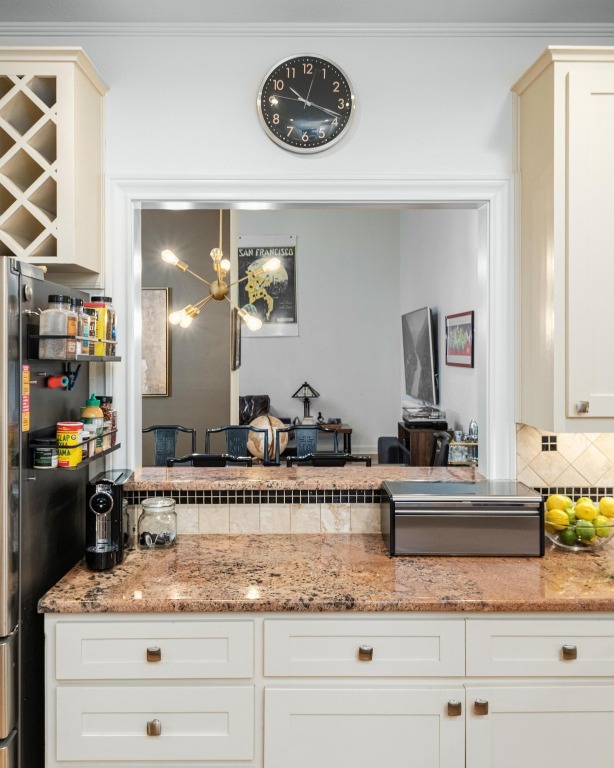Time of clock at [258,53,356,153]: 10:18
